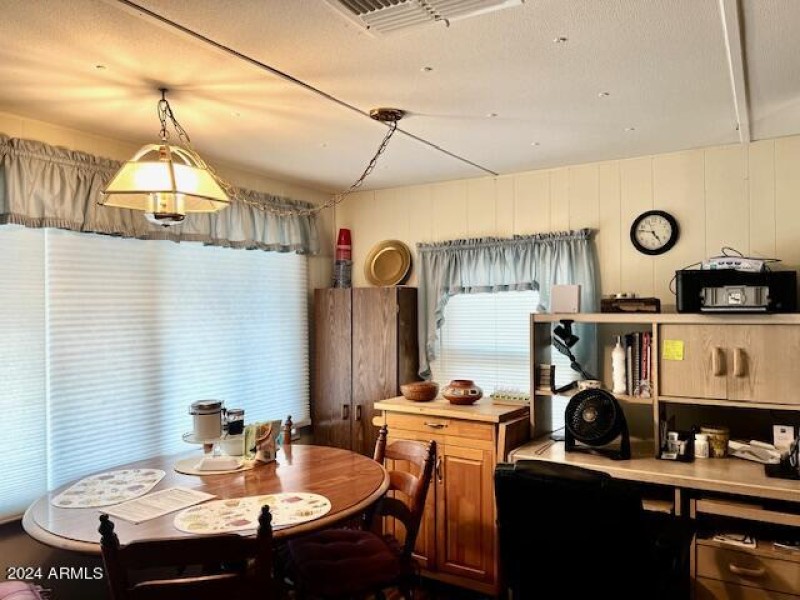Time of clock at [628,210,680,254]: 4:46
